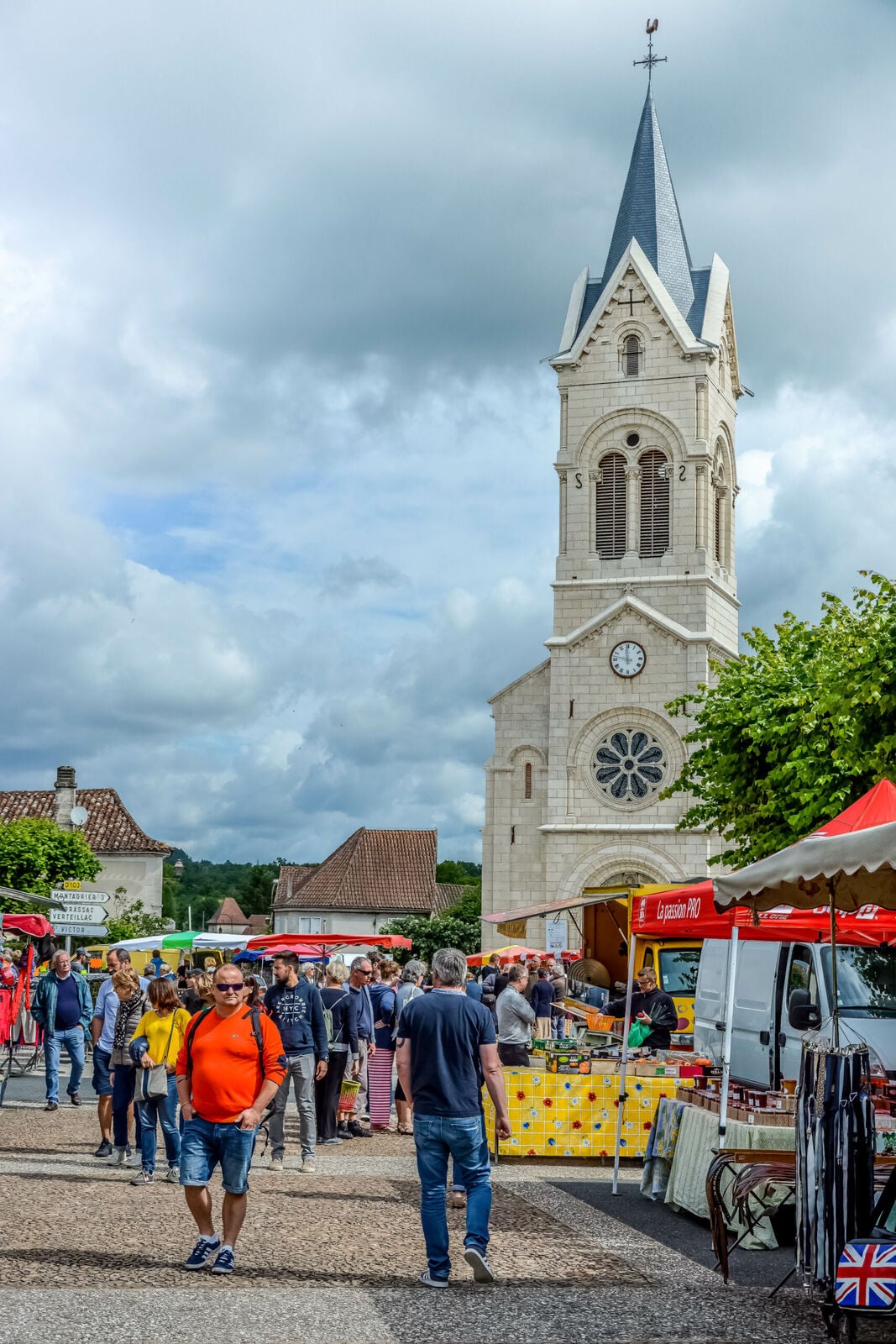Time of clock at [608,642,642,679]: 11:47
